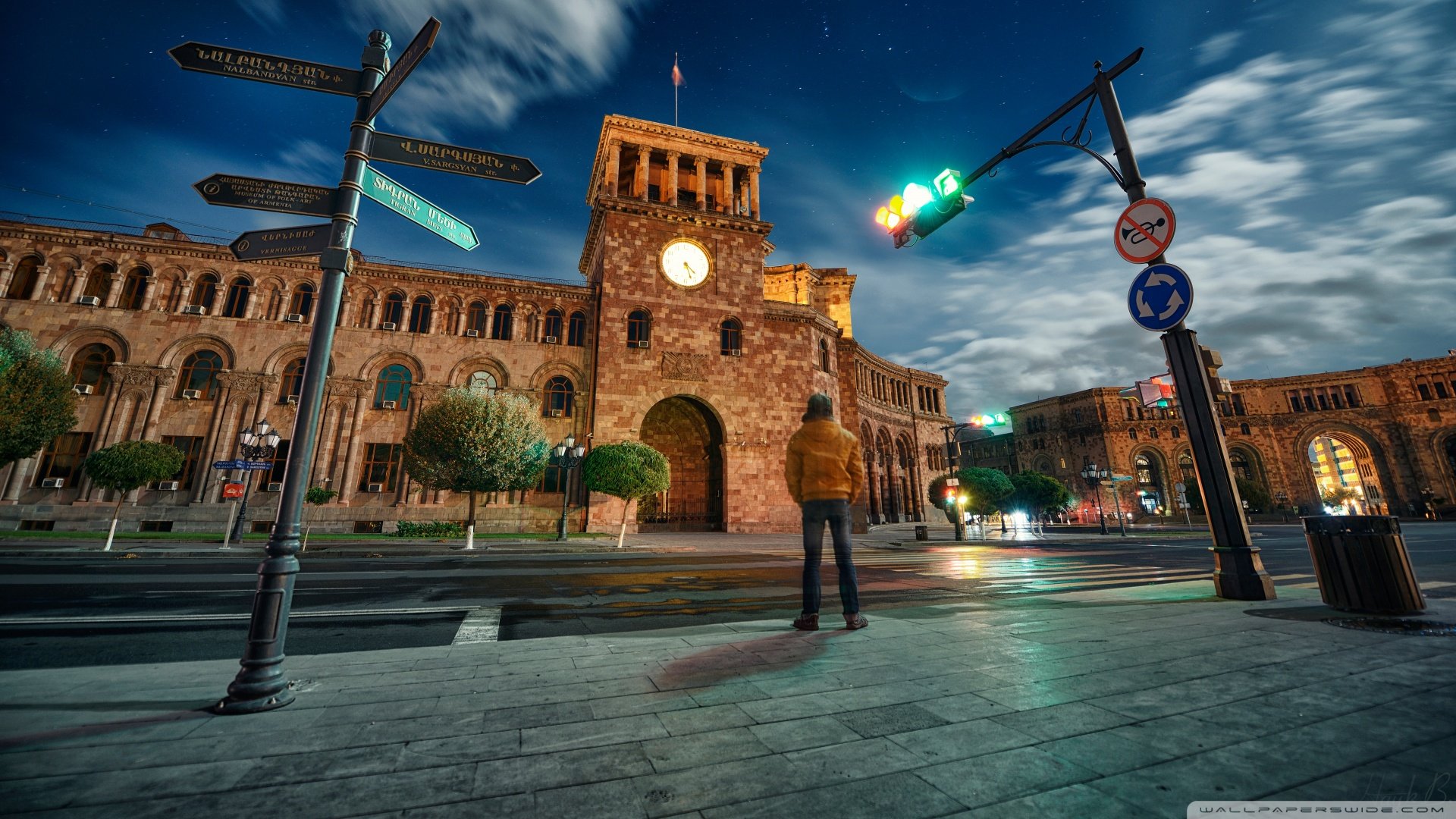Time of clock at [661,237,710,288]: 4:26
